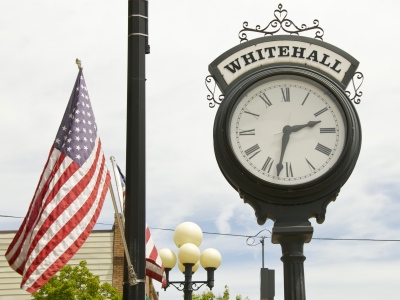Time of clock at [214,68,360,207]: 2:32
